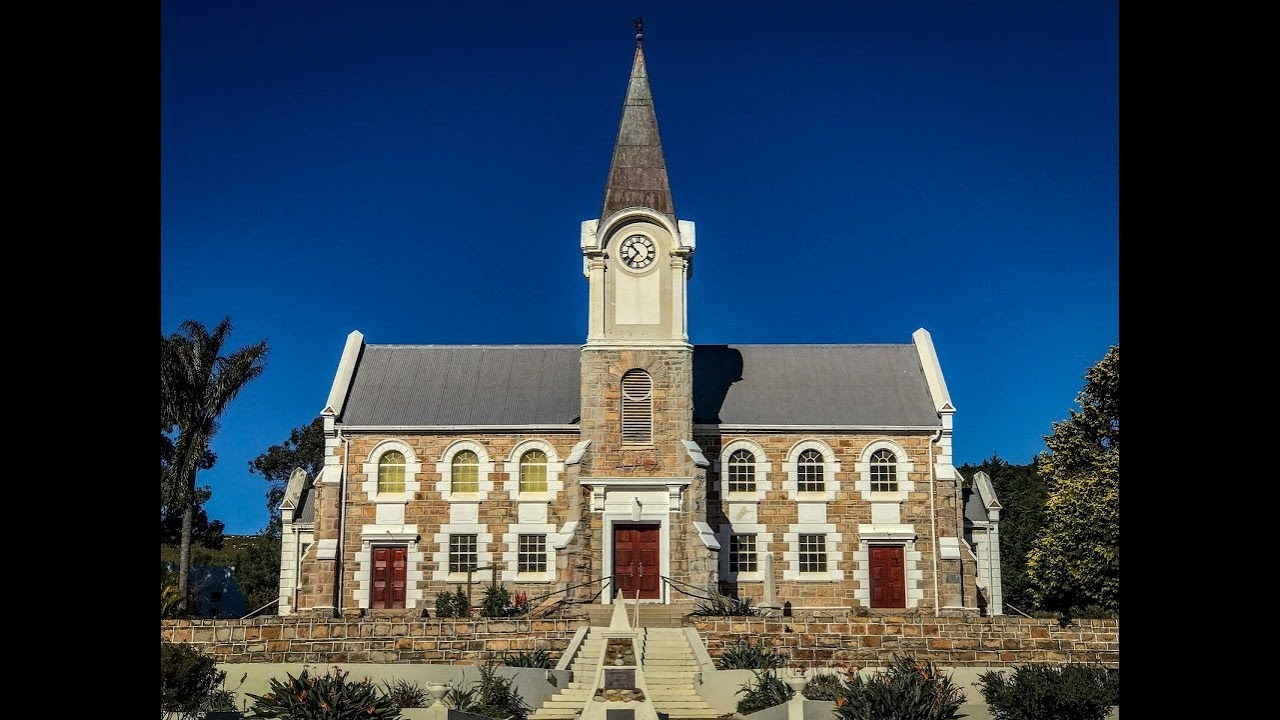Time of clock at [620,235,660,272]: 10:36
